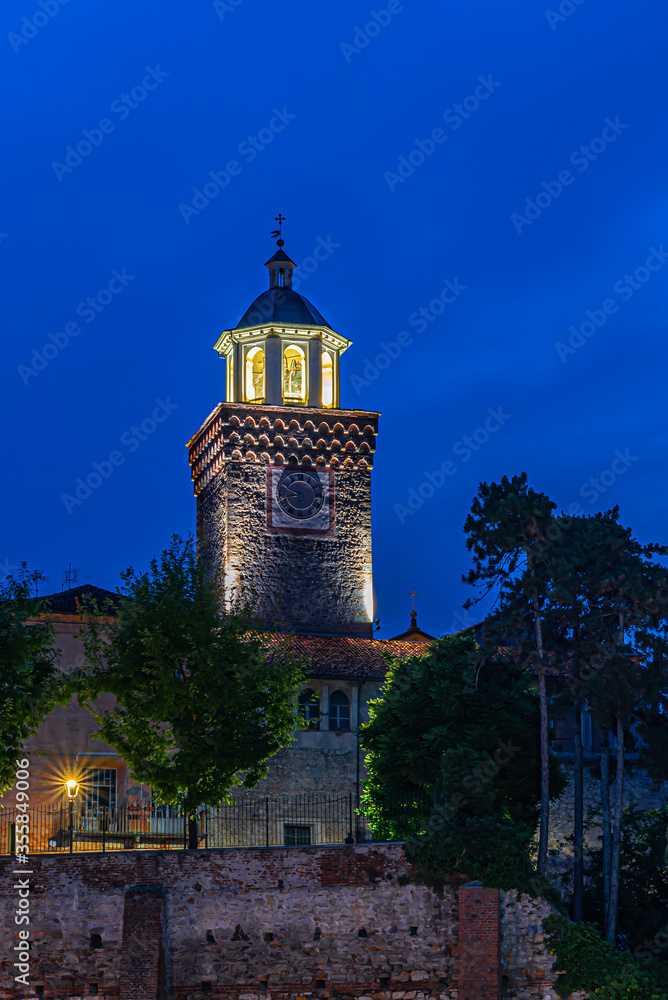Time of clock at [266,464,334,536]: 8:50
